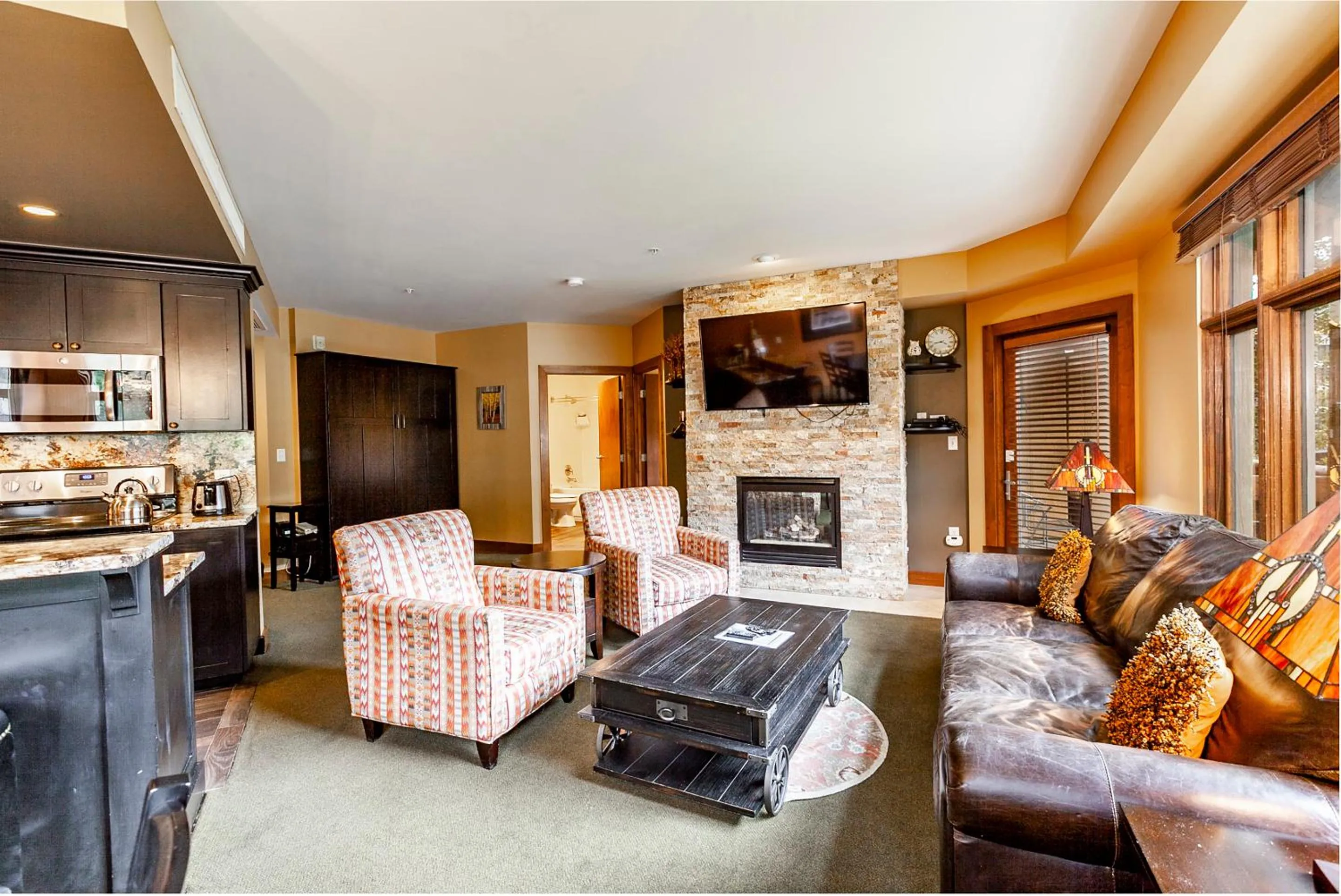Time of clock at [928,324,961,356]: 3:42
